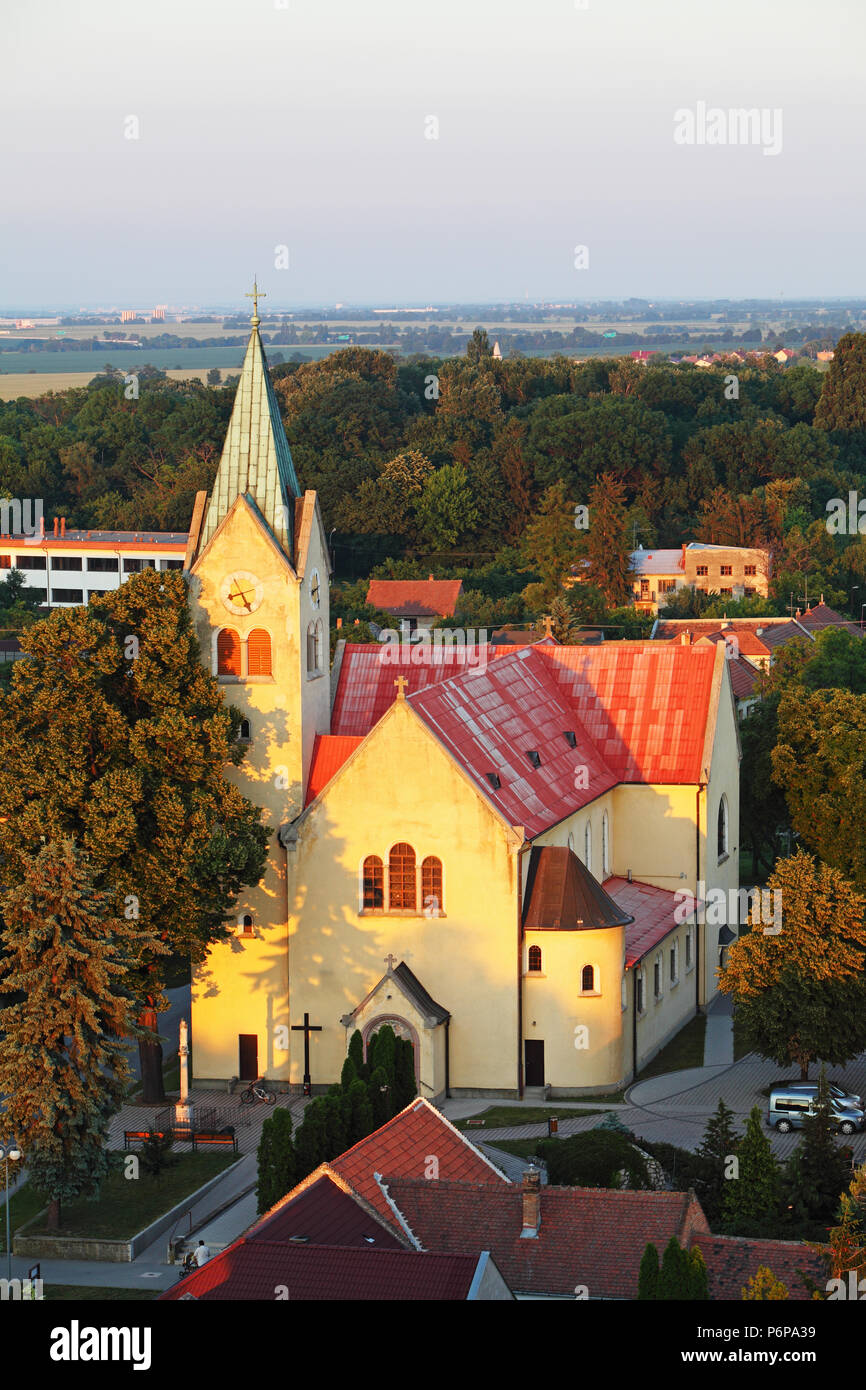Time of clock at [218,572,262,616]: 8:25
